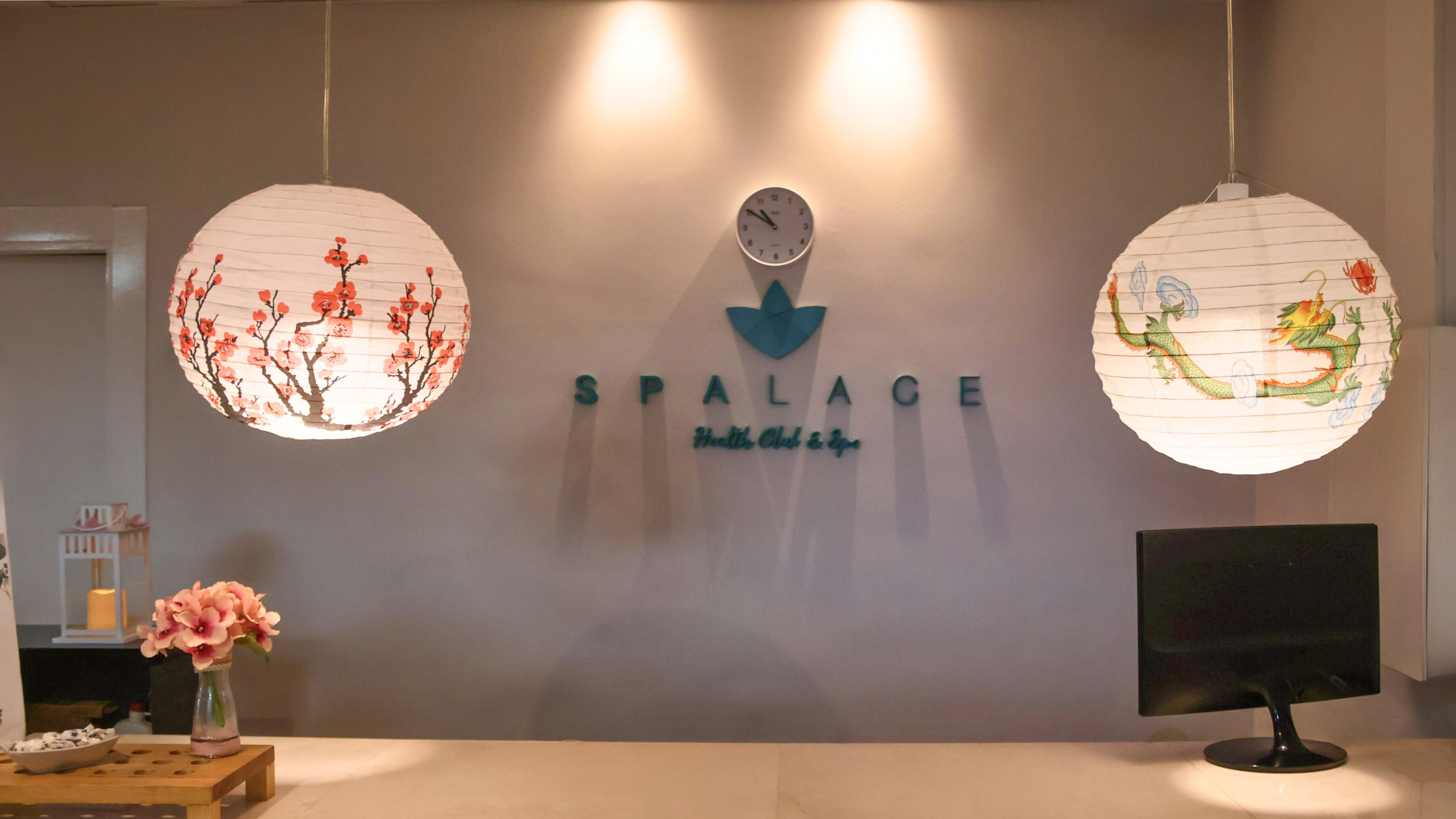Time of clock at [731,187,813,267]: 10:50
